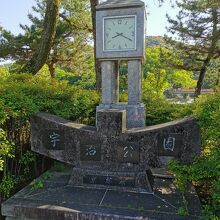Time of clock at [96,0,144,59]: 8:19
